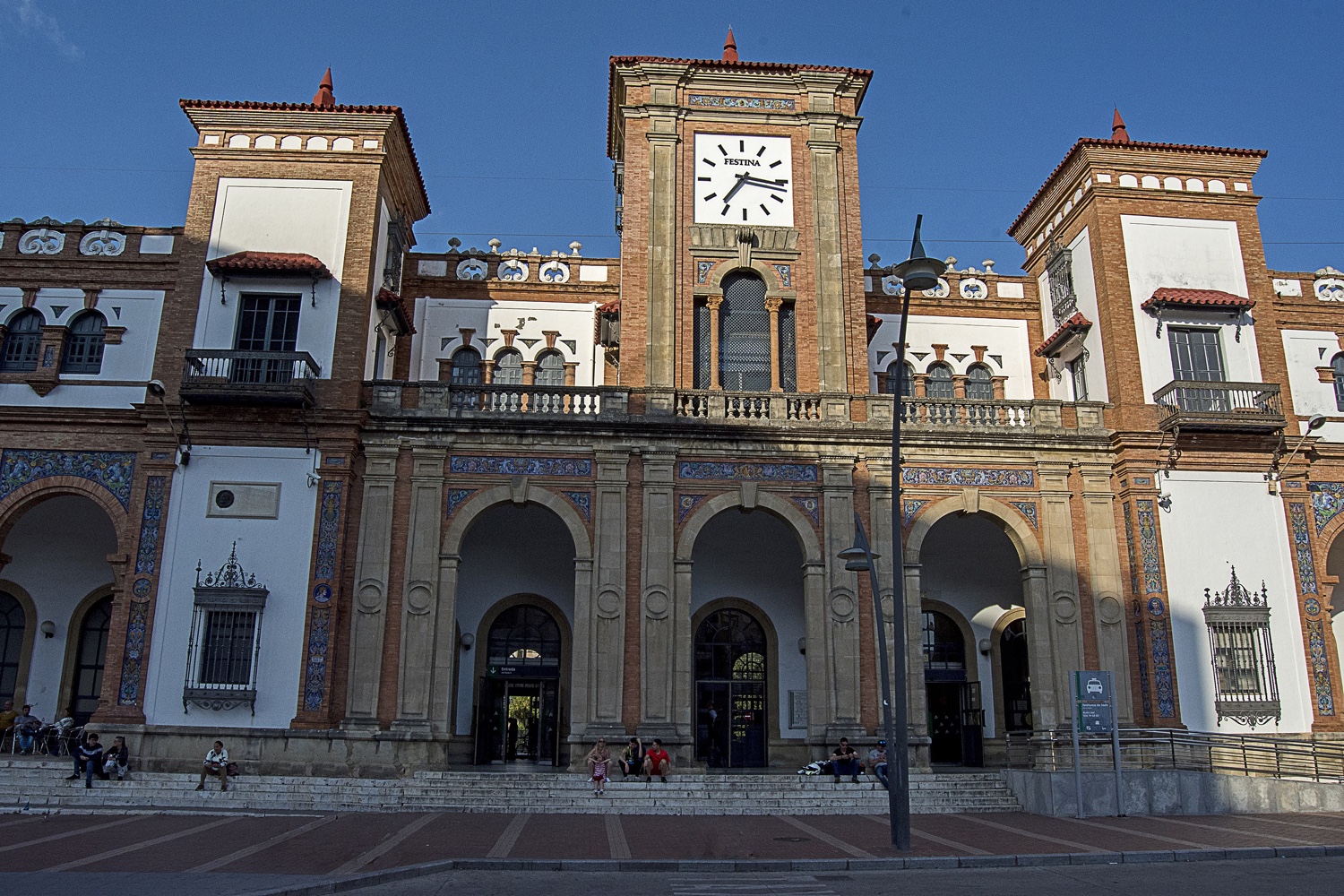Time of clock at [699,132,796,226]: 7:16
